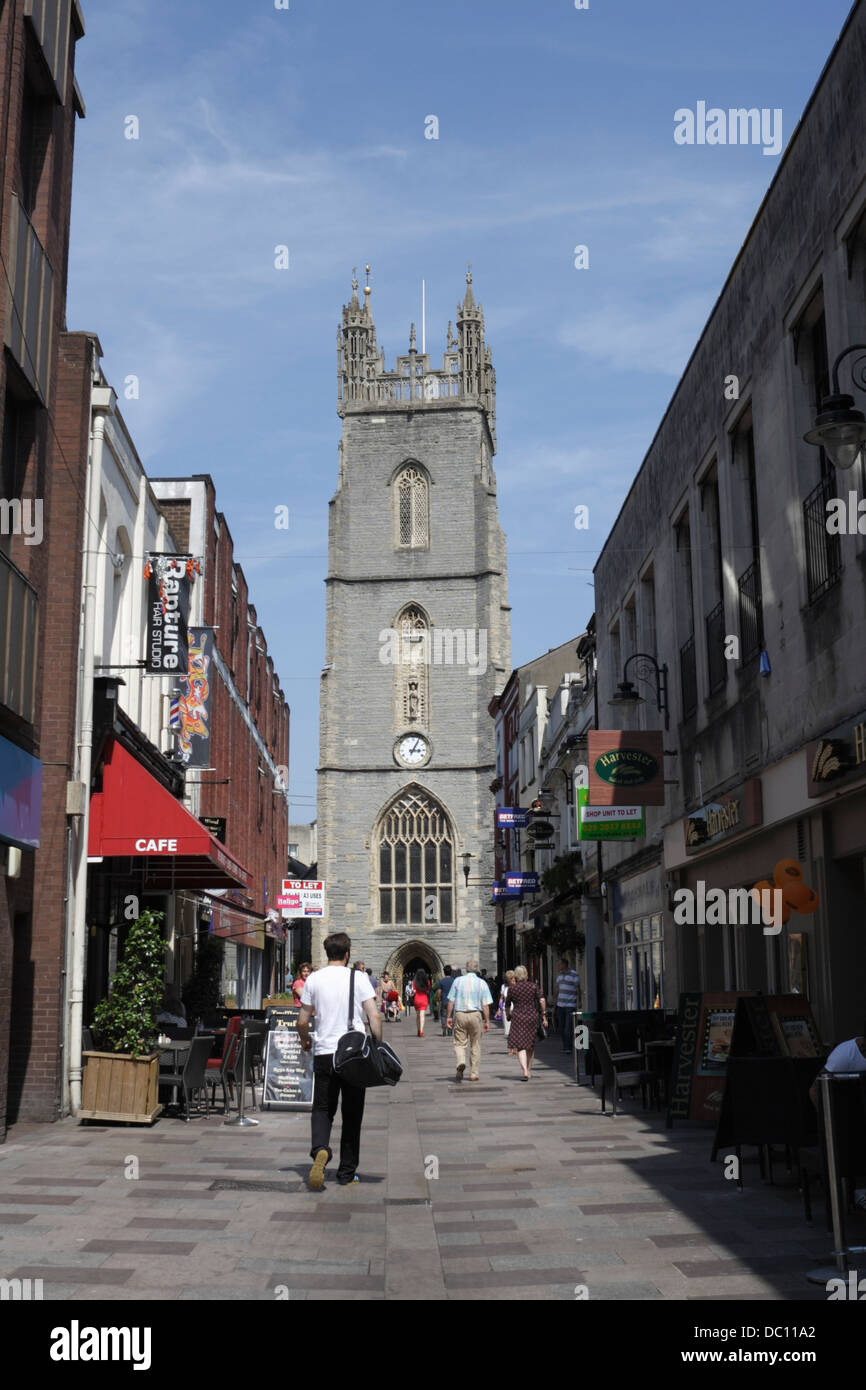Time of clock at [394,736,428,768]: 3:04
